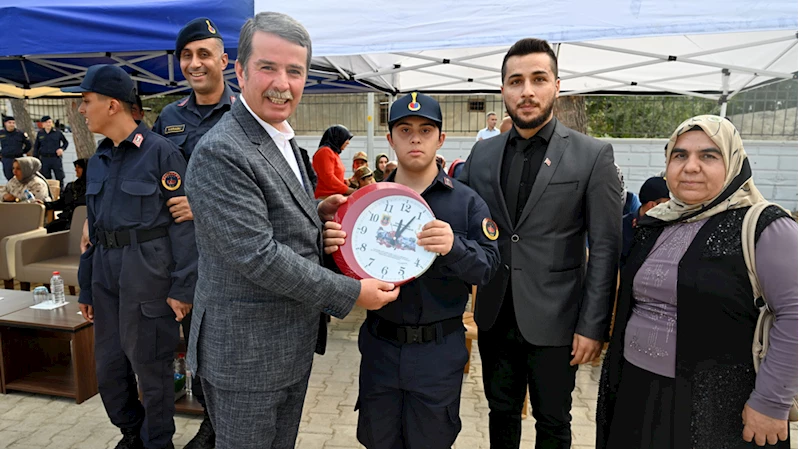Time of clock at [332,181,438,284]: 12:04
